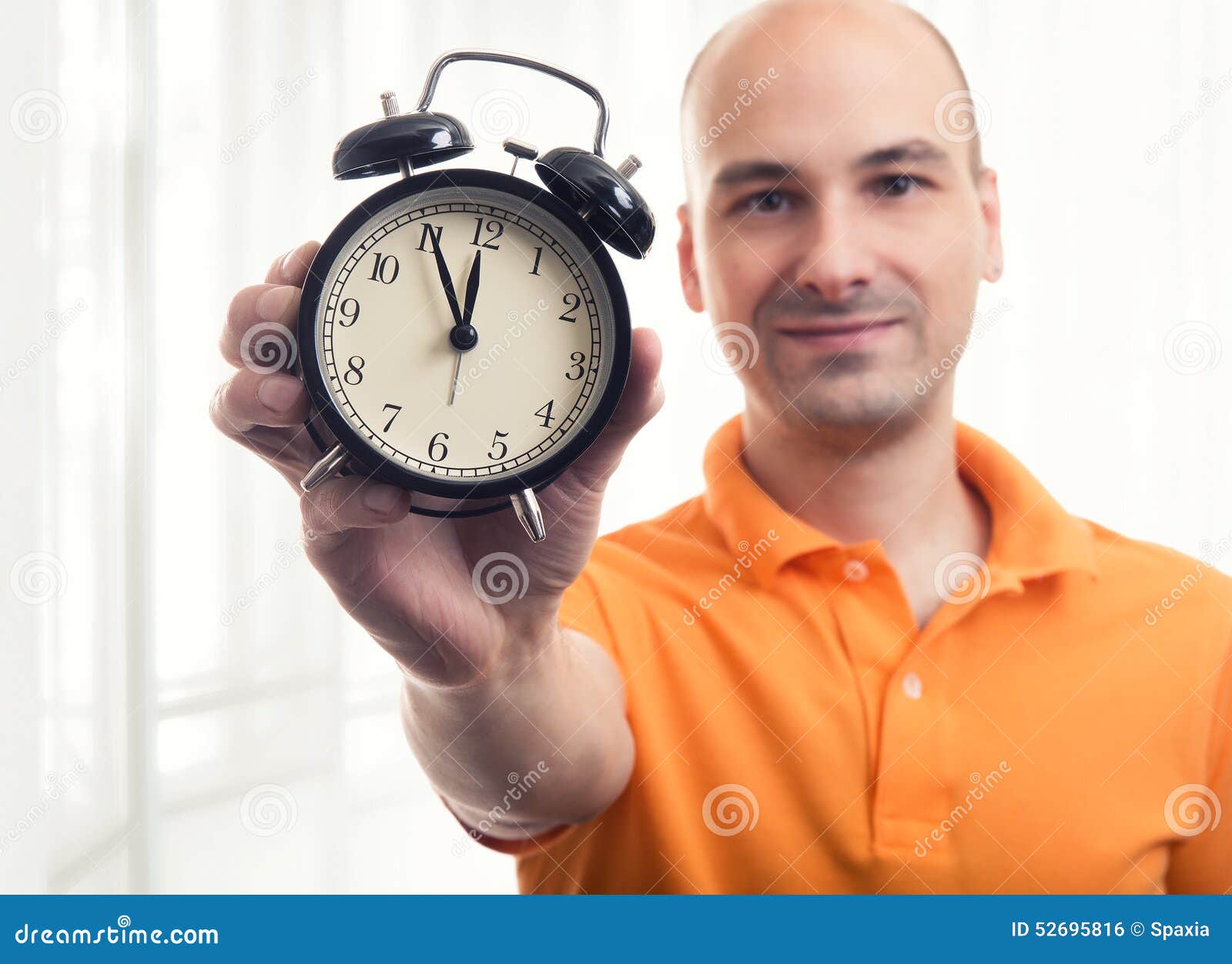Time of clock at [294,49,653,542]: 11:55
